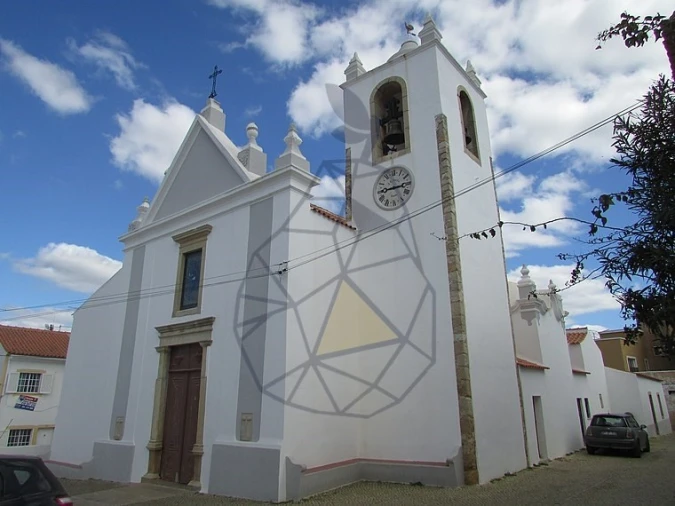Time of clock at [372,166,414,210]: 2:44
